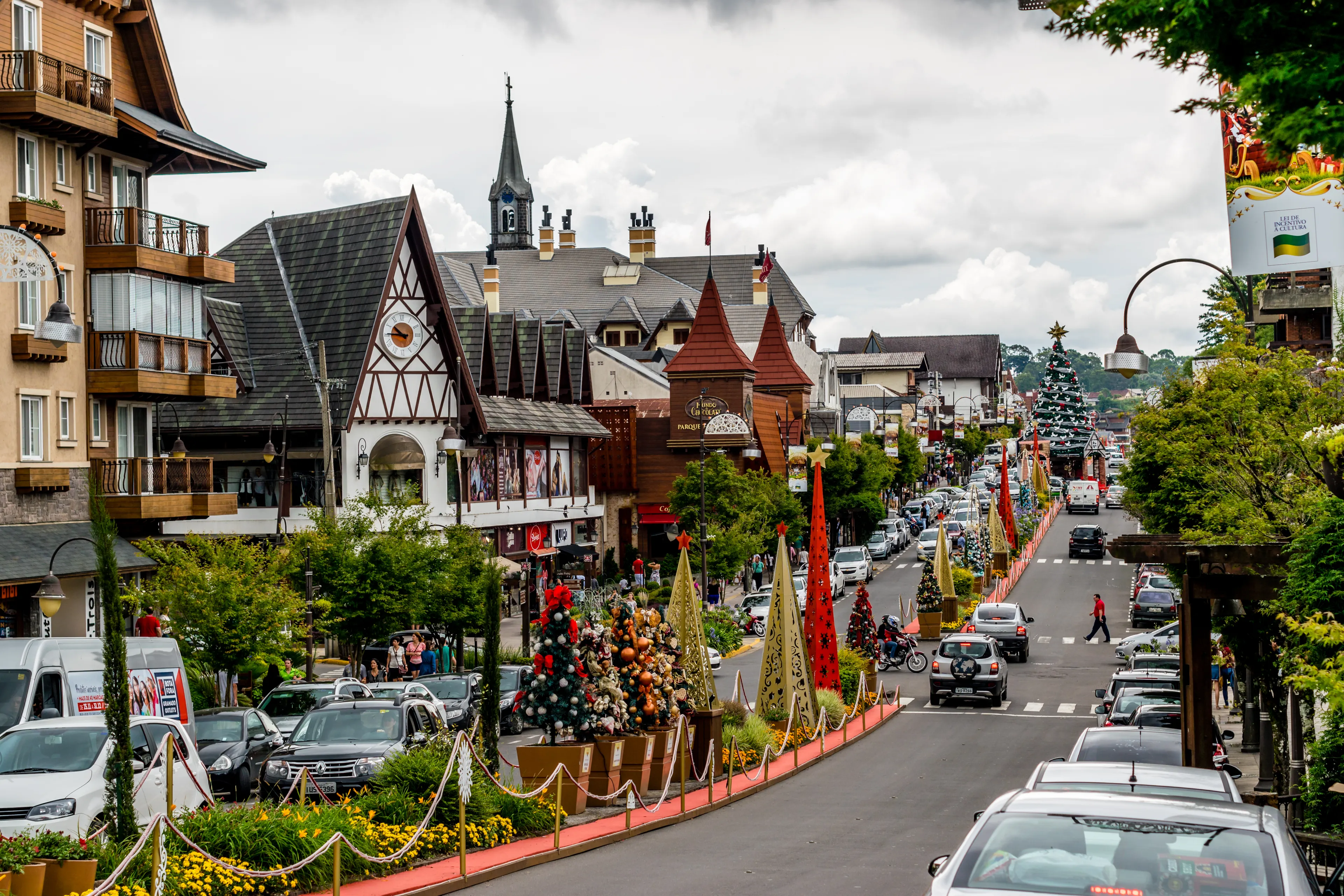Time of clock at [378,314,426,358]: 10:45
